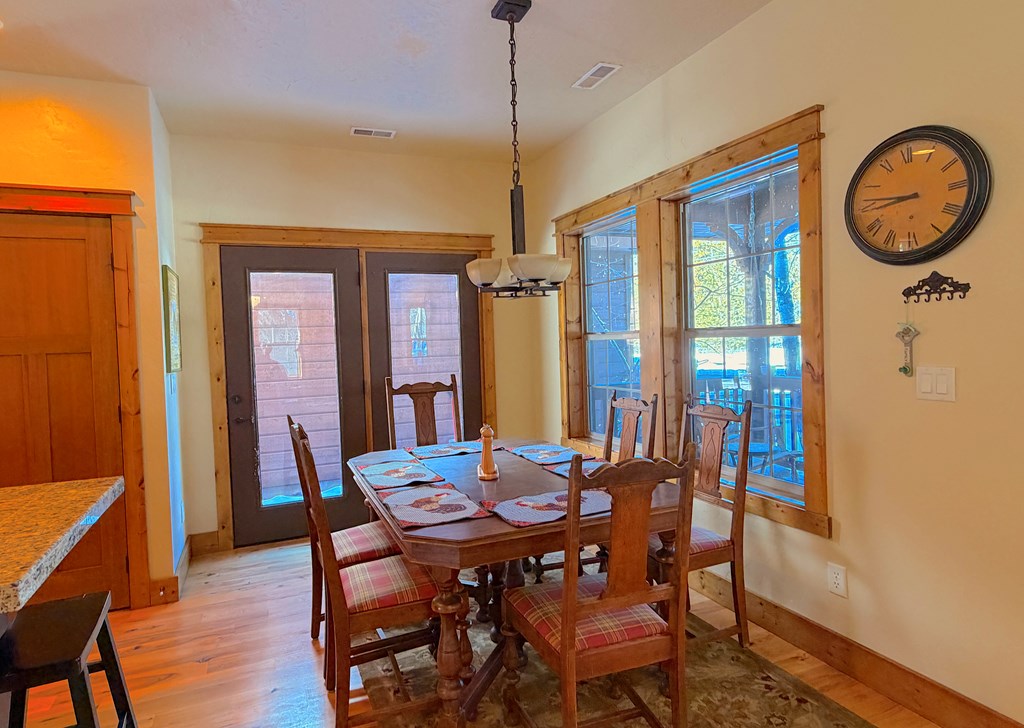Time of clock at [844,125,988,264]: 8:46
